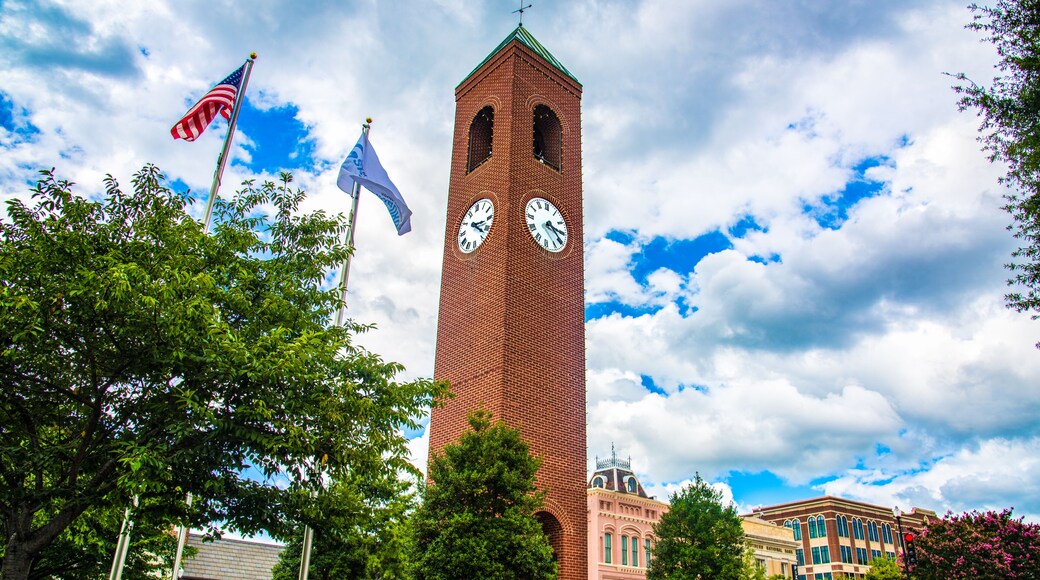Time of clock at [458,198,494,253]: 3:22
